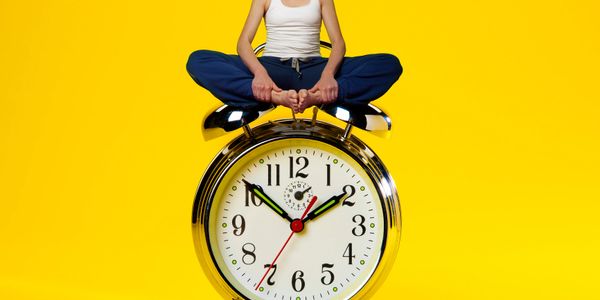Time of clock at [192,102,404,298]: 1:51
